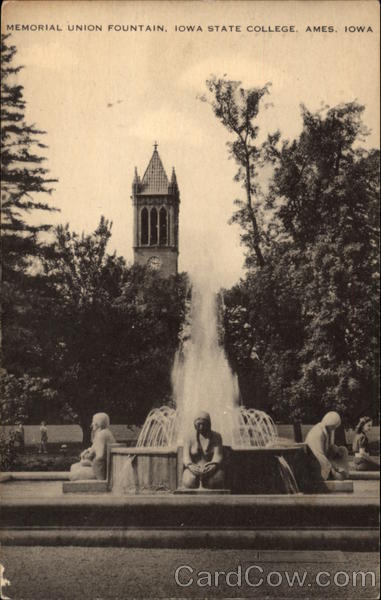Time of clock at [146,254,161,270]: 2:48
